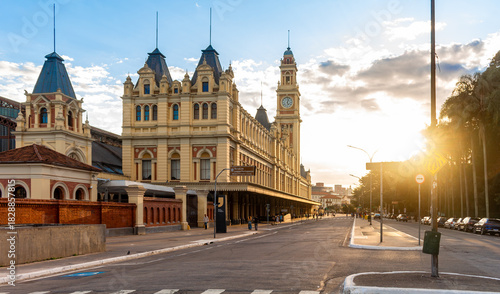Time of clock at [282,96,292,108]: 5:03
